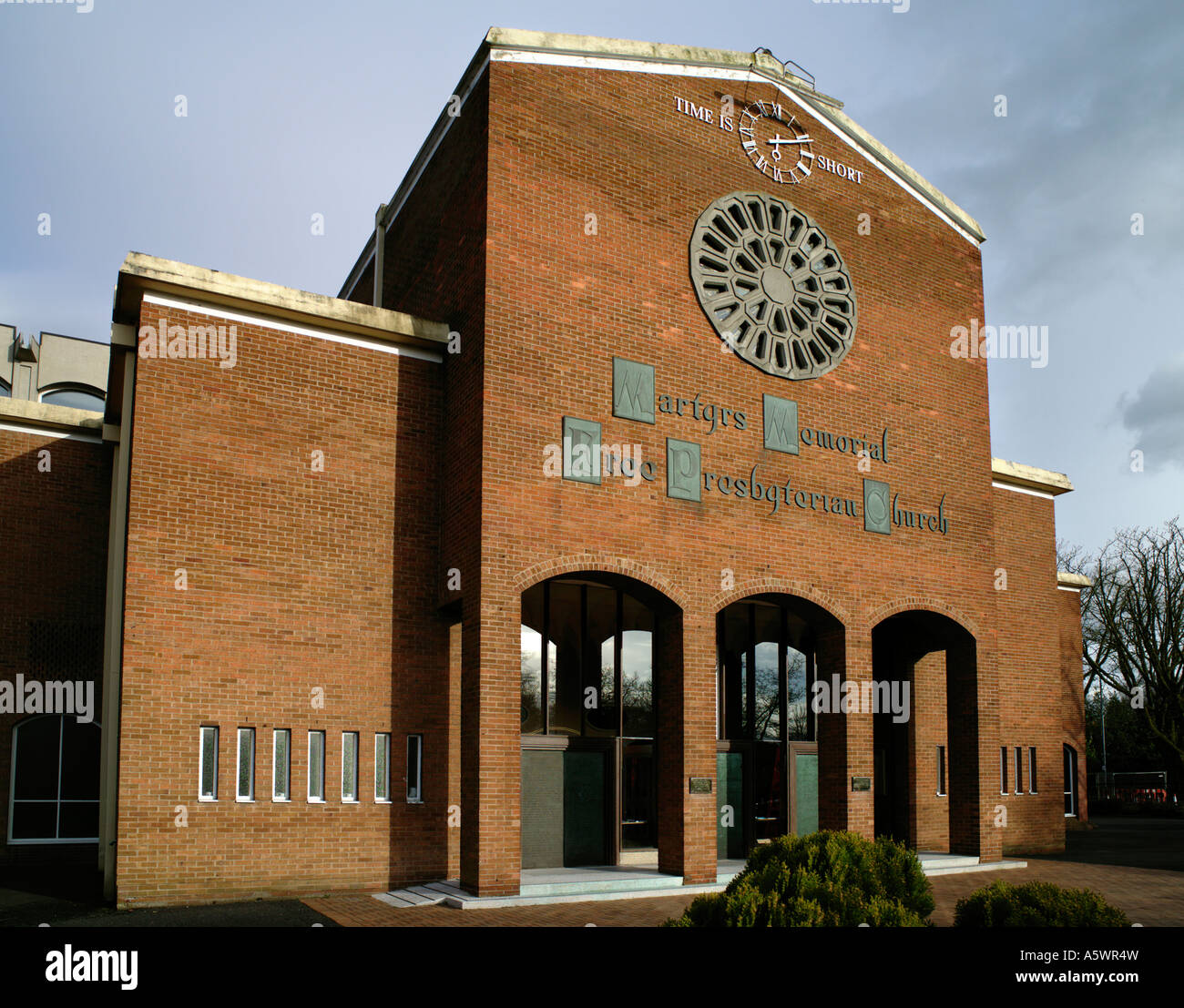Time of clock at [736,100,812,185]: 6:11
